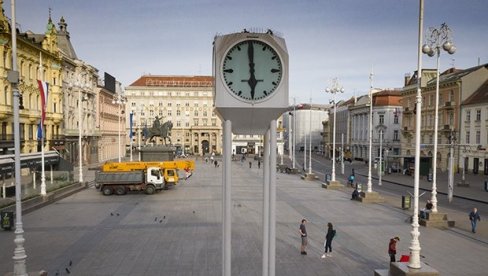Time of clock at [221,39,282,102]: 5:59
